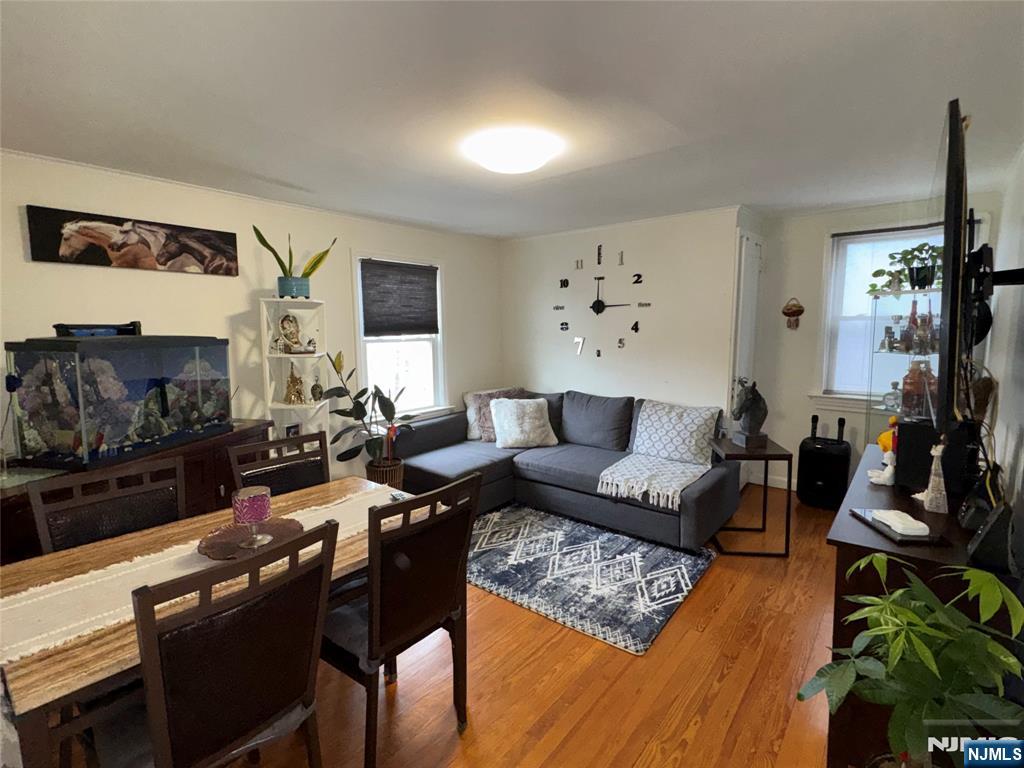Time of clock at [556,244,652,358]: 3:00
